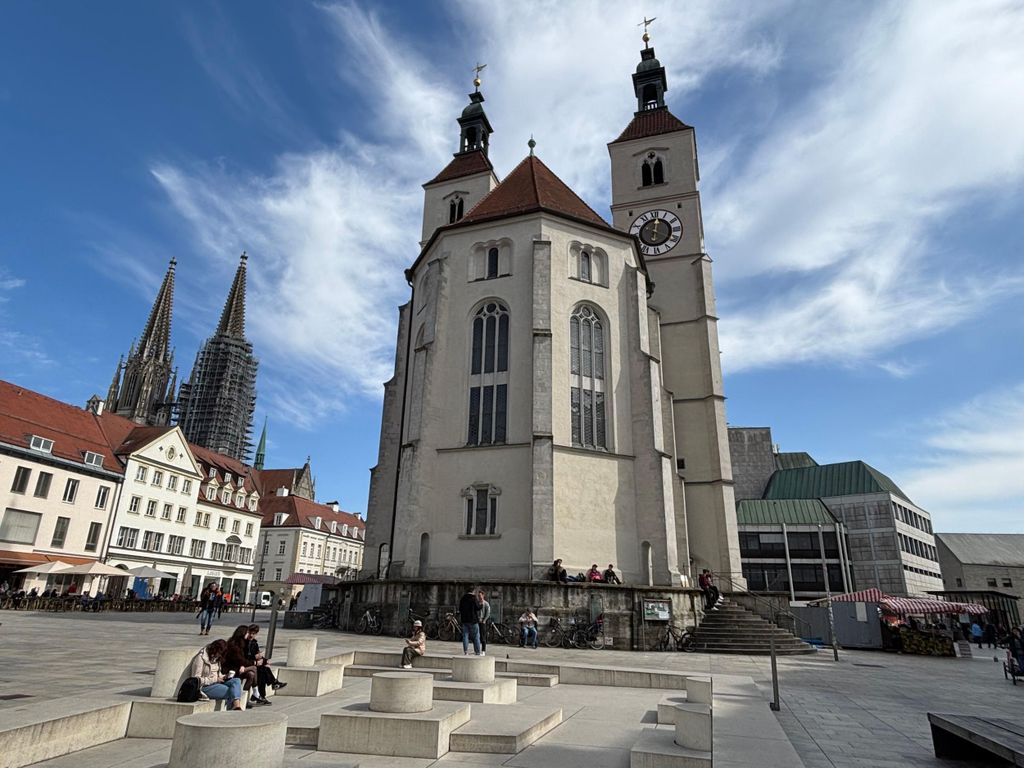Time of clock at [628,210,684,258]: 12:19
